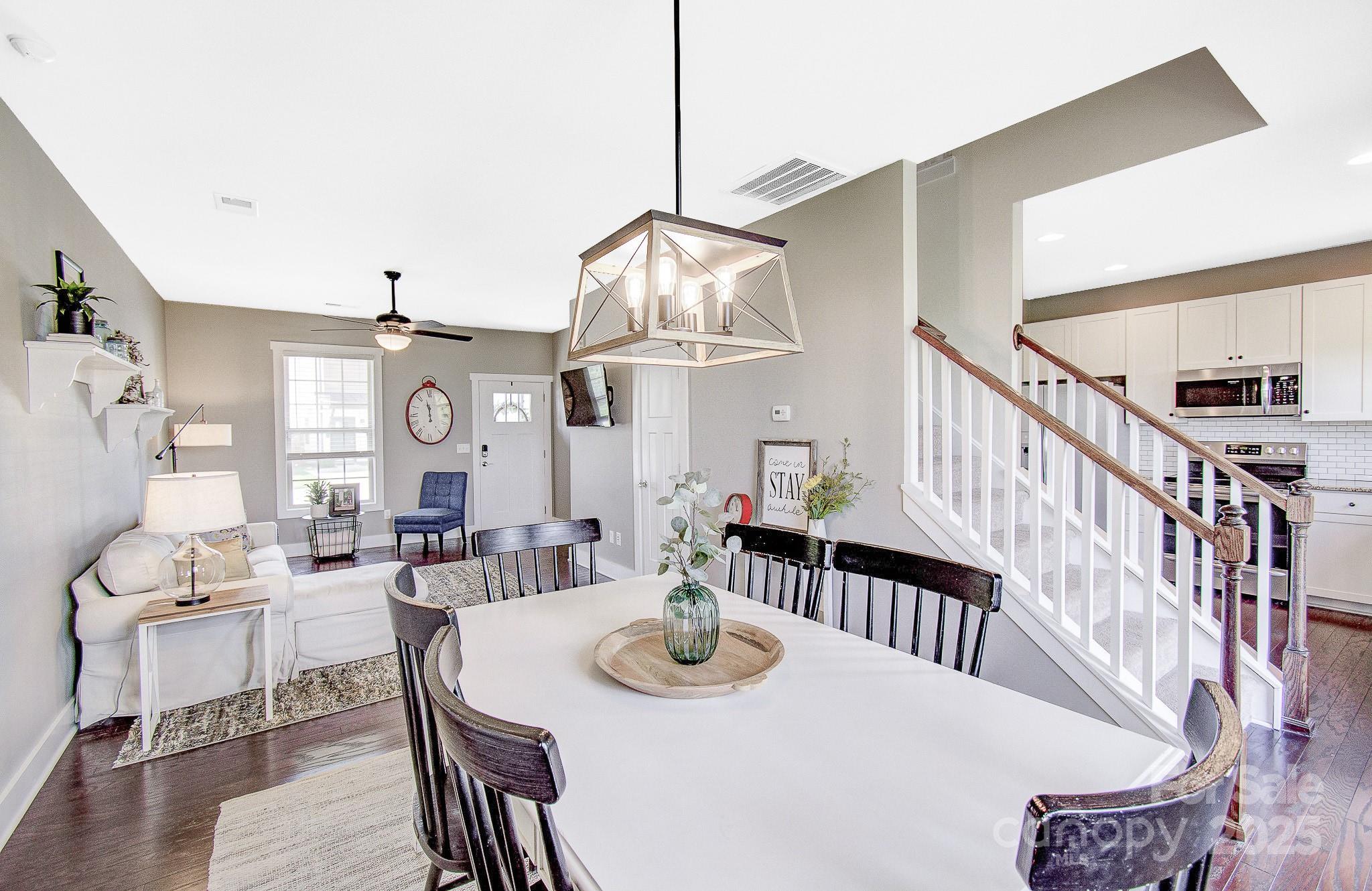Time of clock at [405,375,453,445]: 11:57
